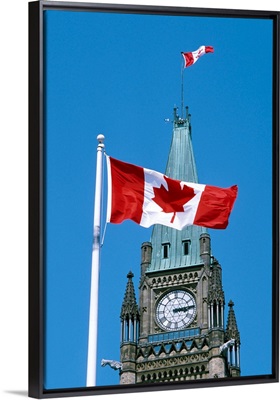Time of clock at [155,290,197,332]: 3:14
